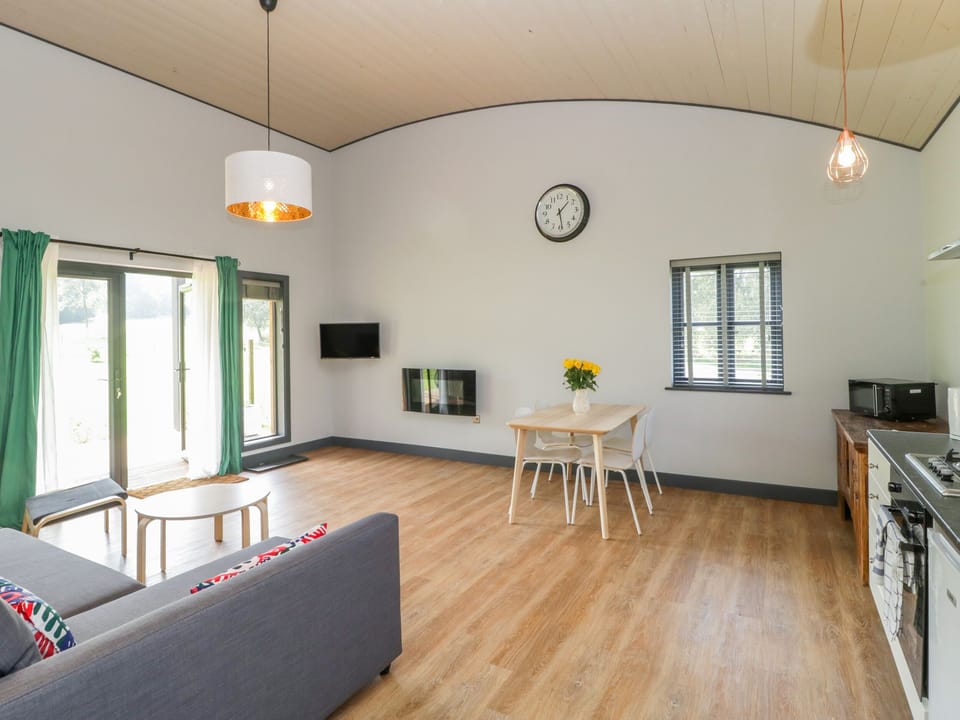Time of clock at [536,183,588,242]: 1:28
